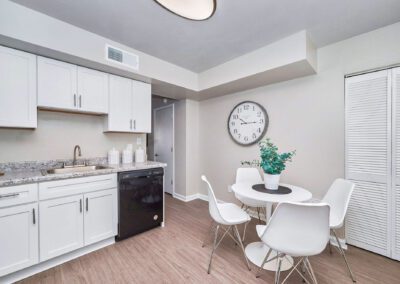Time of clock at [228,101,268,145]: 10:14
